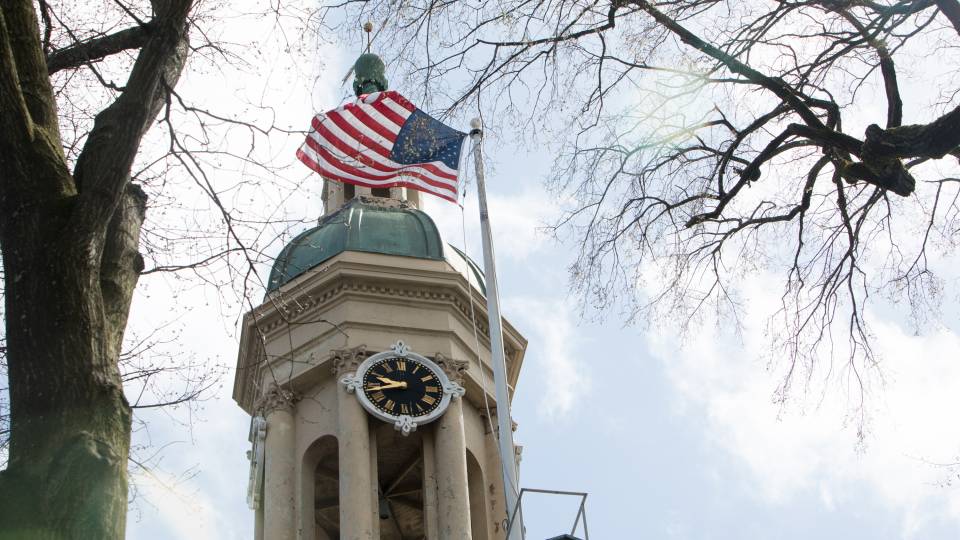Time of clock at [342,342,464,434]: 9:42
